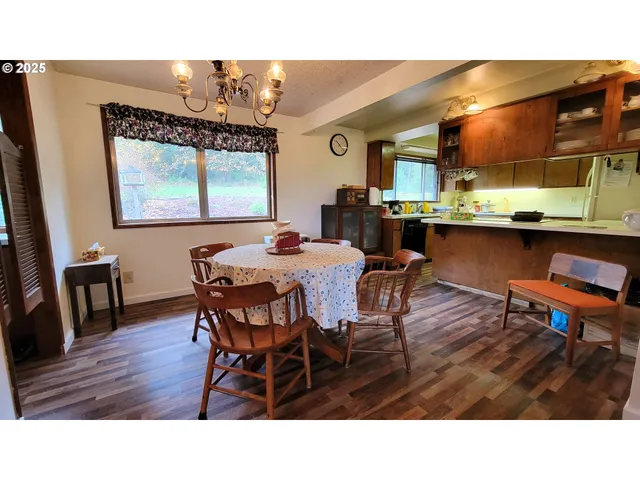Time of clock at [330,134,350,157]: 10:22
